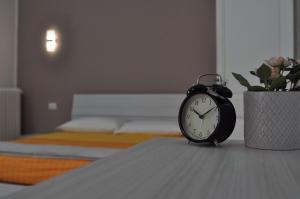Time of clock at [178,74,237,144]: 10:09
